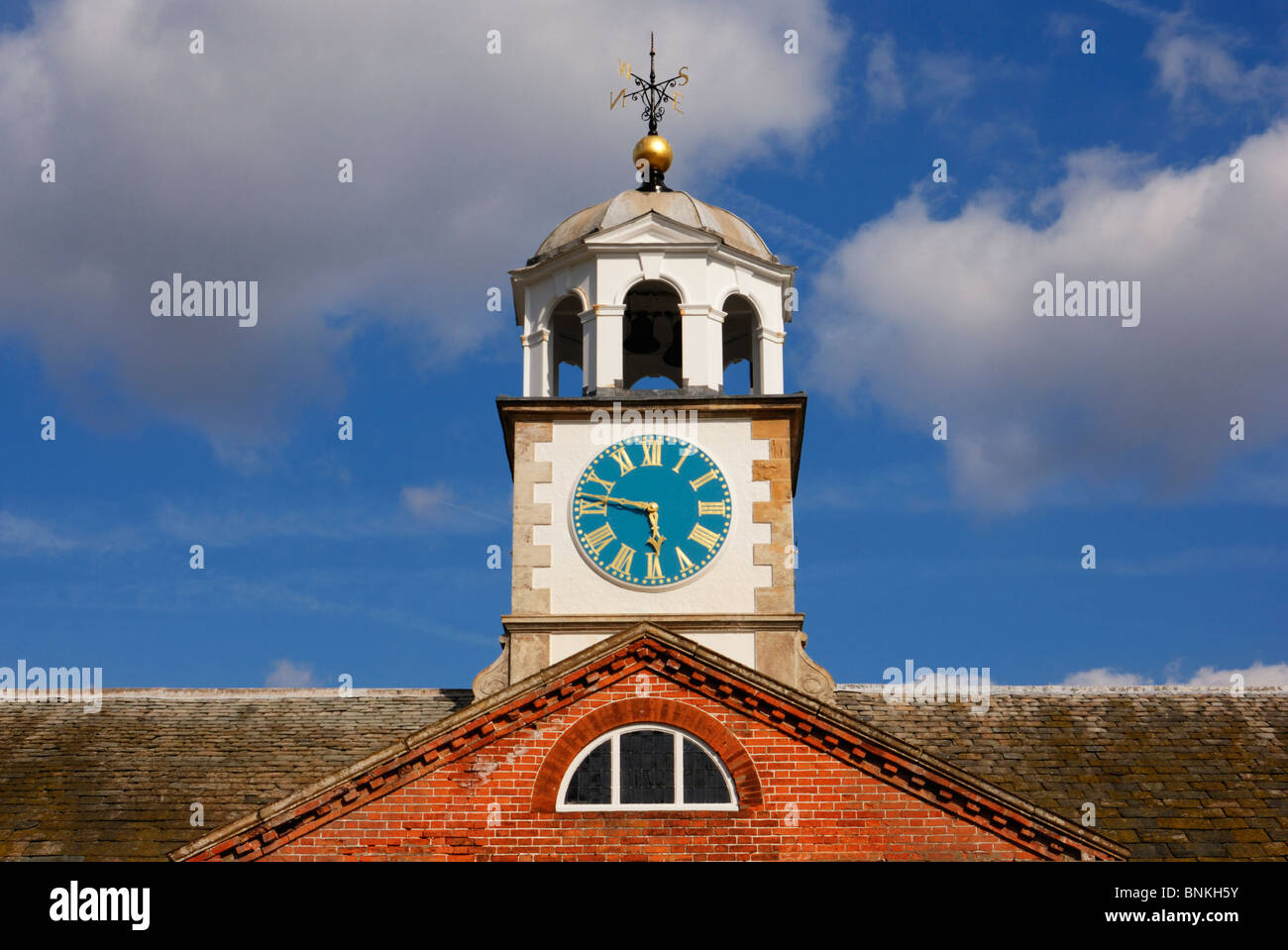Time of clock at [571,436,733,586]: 5:46
